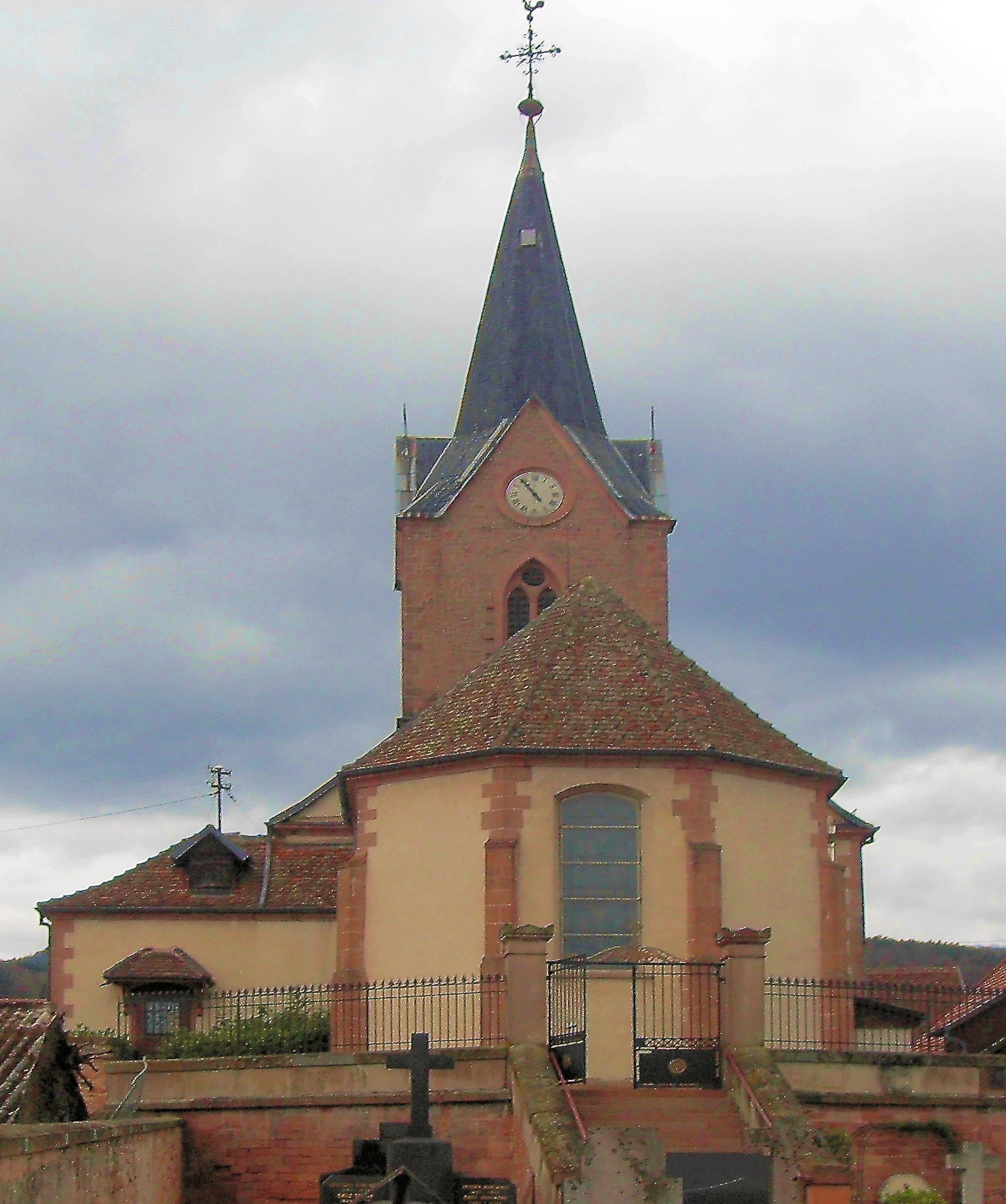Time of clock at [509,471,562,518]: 4:54
